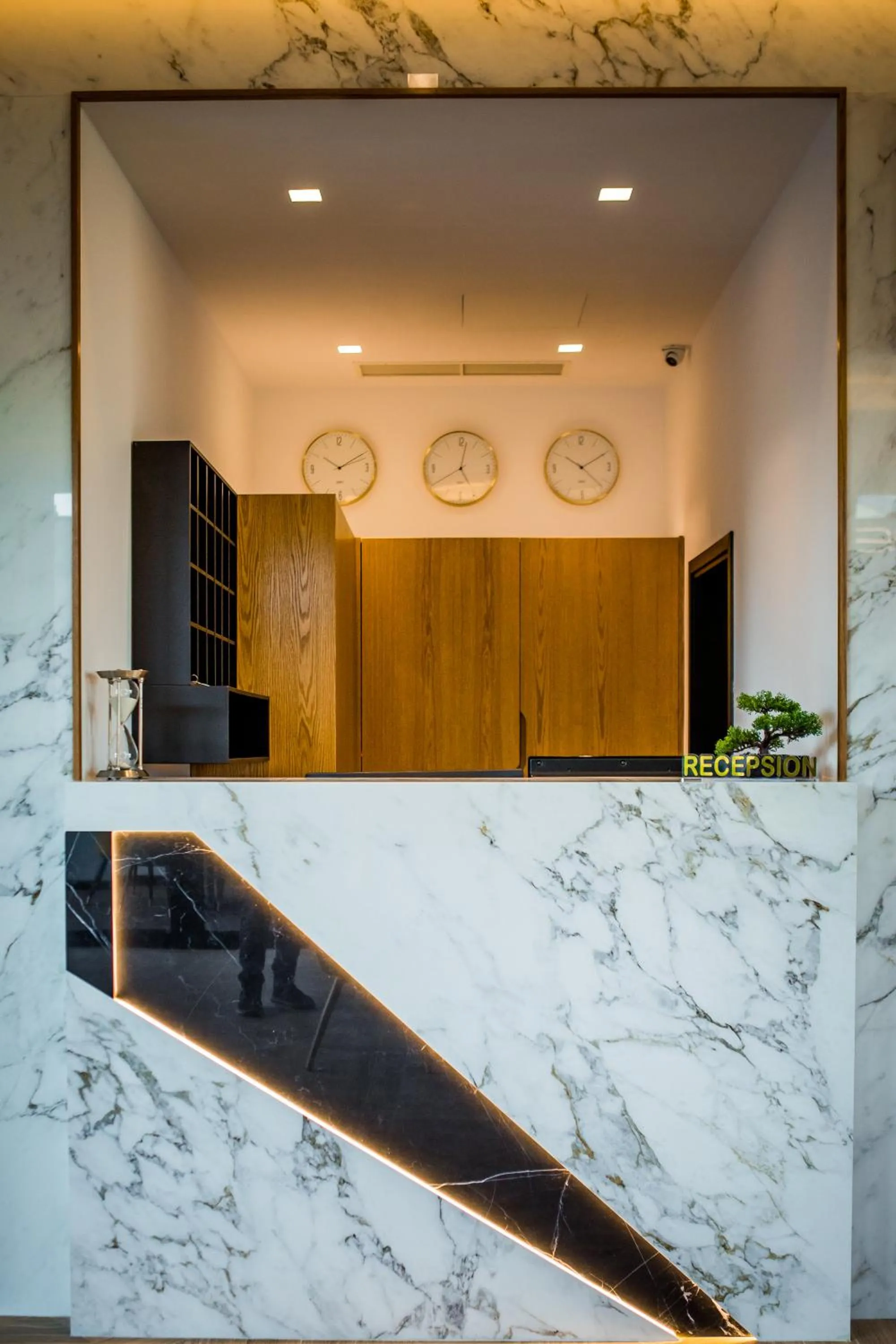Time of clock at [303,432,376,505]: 10:10
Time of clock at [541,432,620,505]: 10:10
